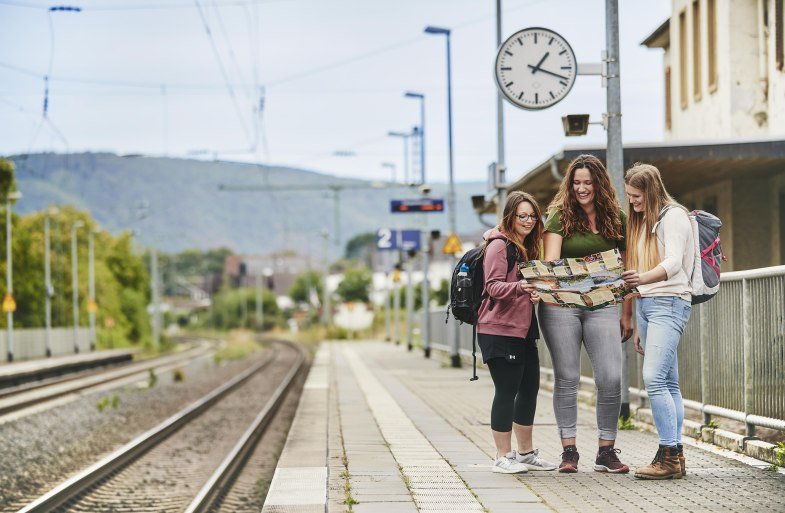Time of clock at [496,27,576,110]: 1:18
